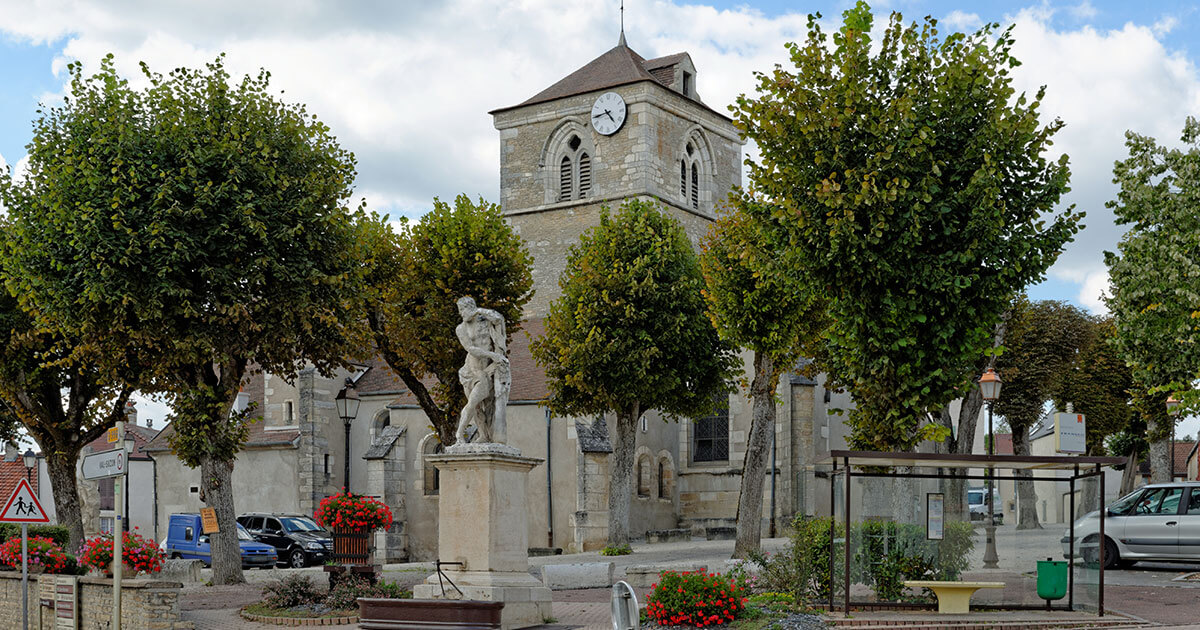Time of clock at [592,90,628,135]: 4:43
